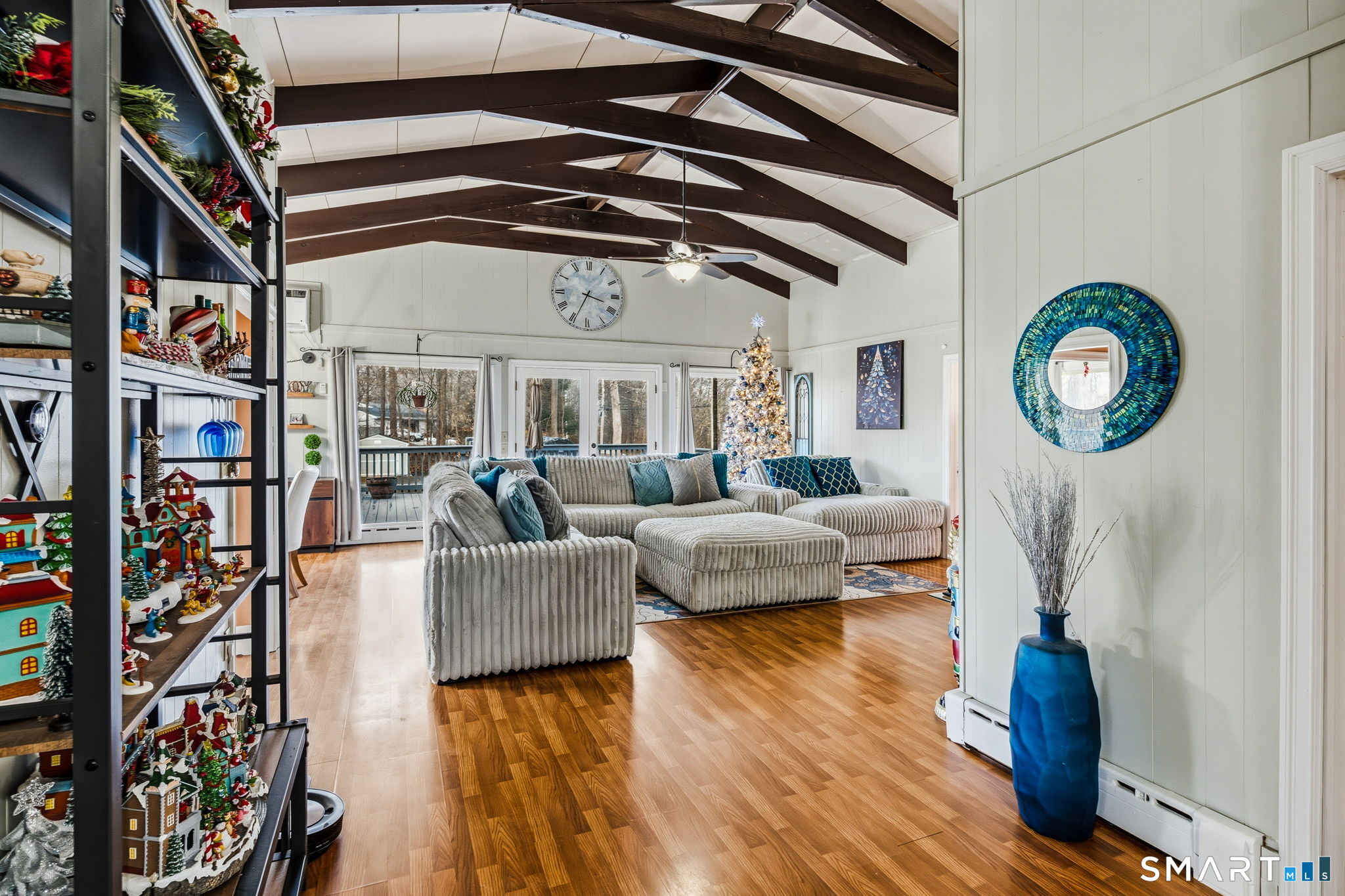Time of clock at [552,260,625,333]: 3:34
